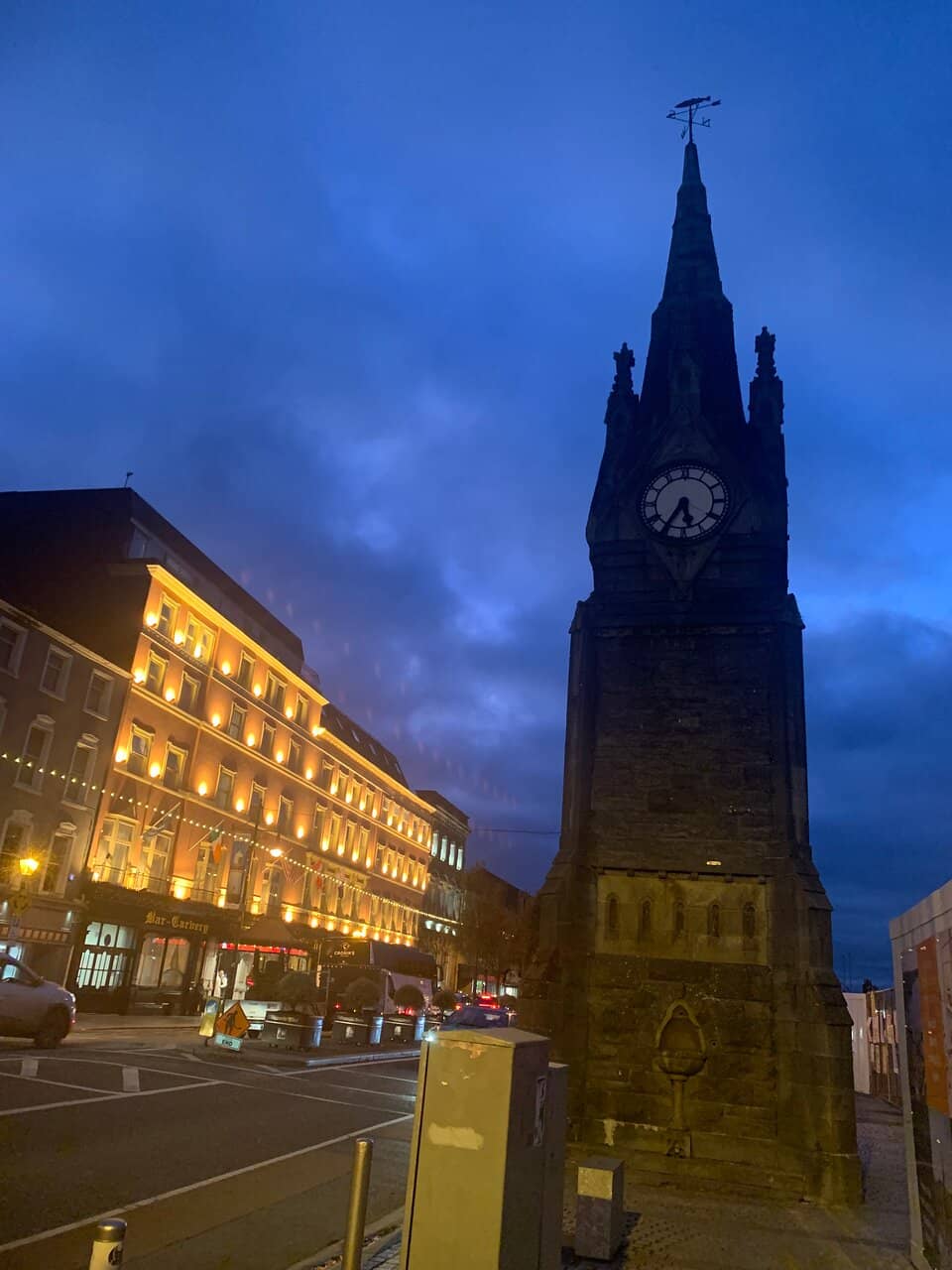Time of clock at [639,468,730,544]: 5:35
